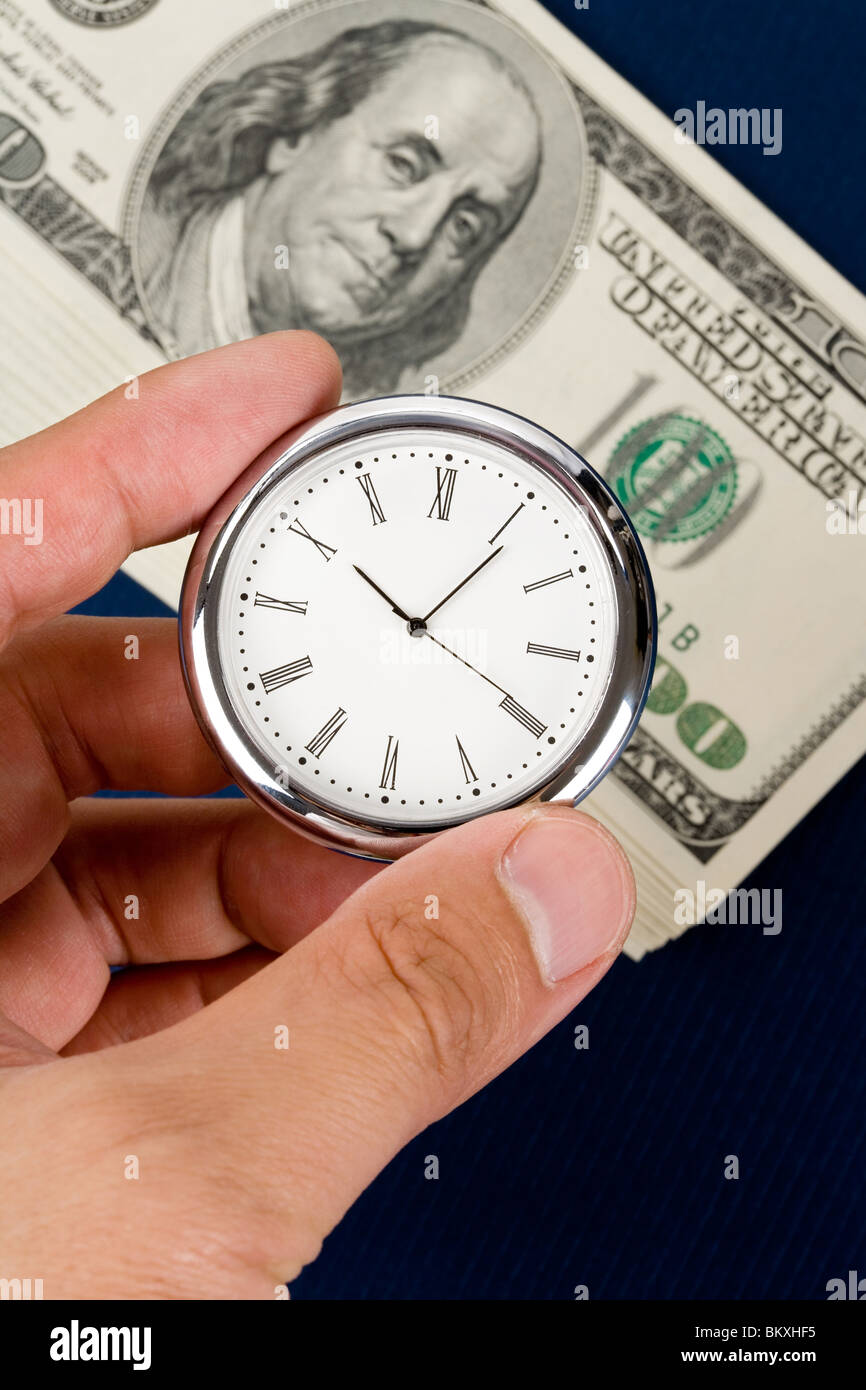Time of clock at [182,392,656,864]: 10:06
